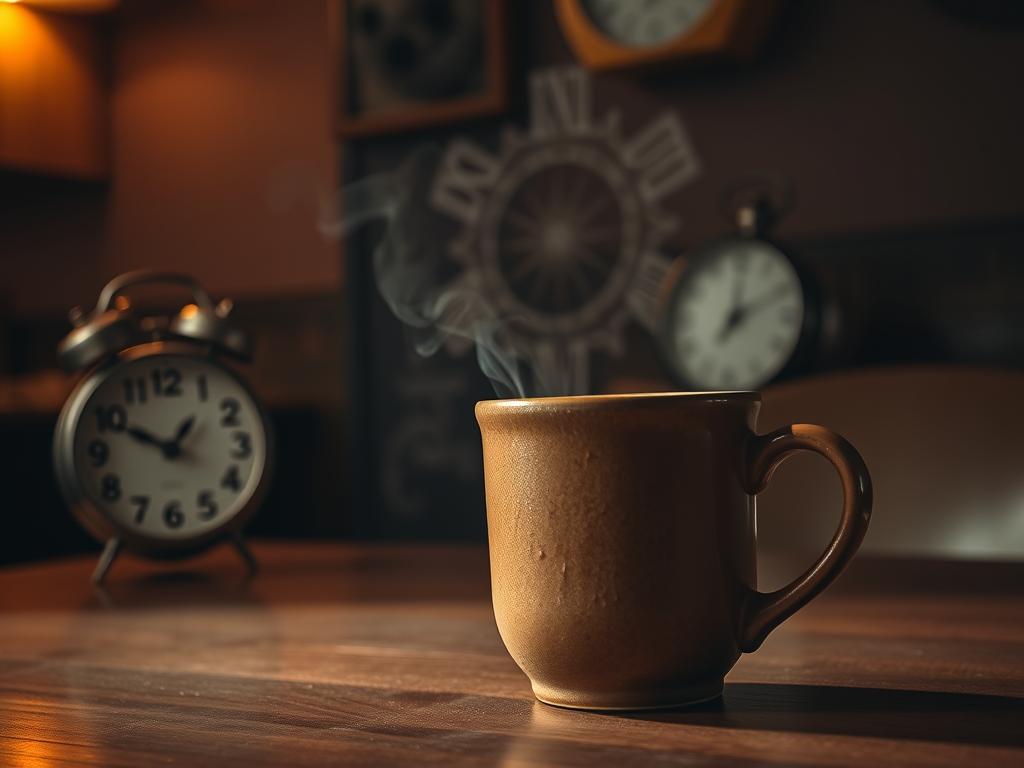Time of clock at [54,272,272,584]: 12:49
